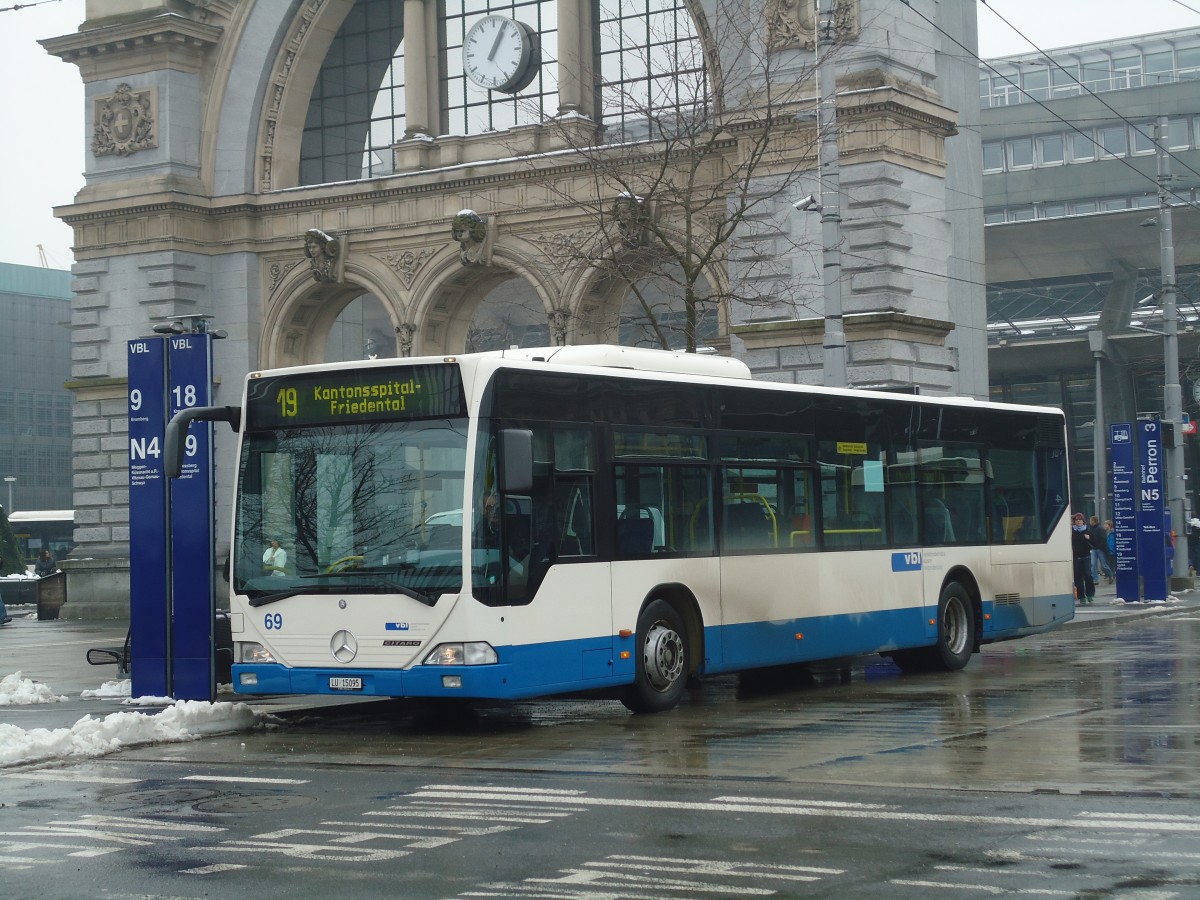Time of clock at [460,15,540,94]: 1:04
